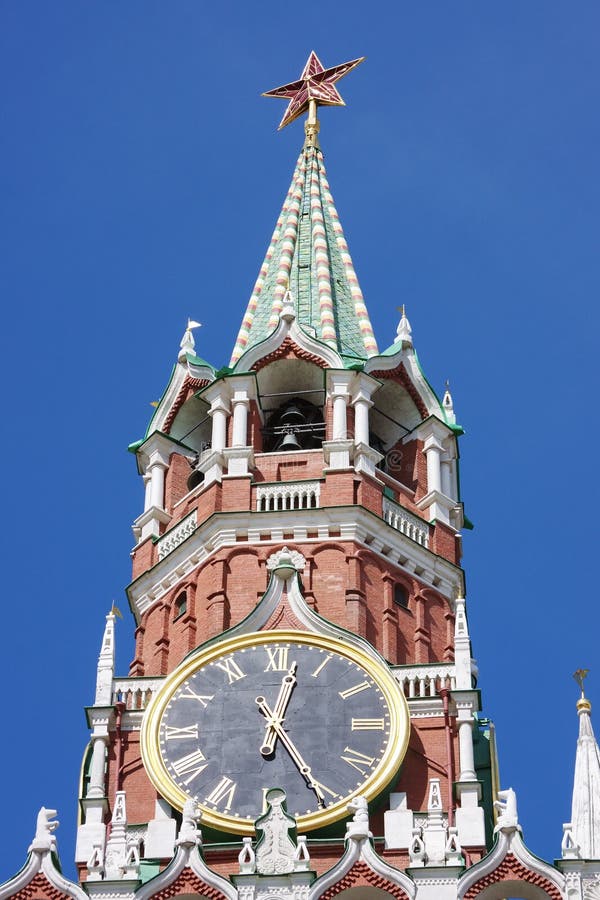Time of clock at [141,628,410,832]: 12:25
